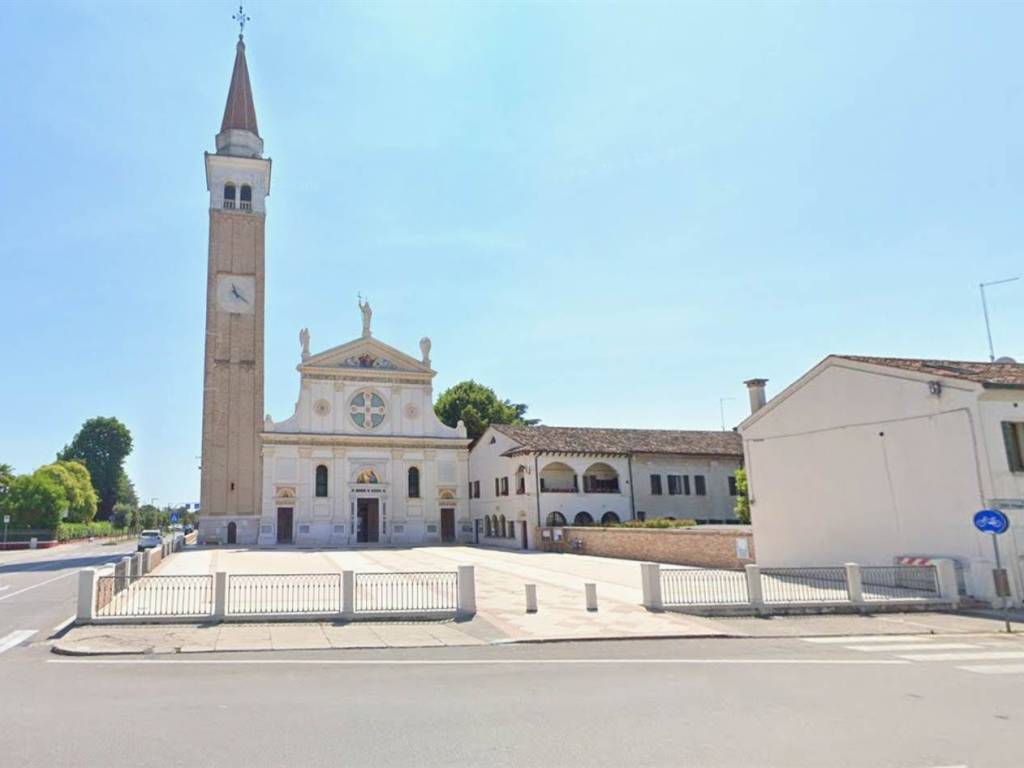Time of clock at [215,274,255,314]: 11:21
